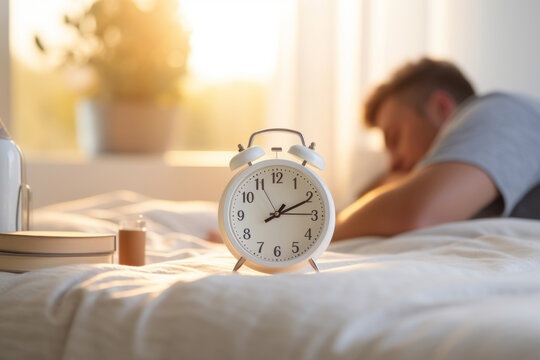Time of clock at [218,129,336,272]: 1:10
